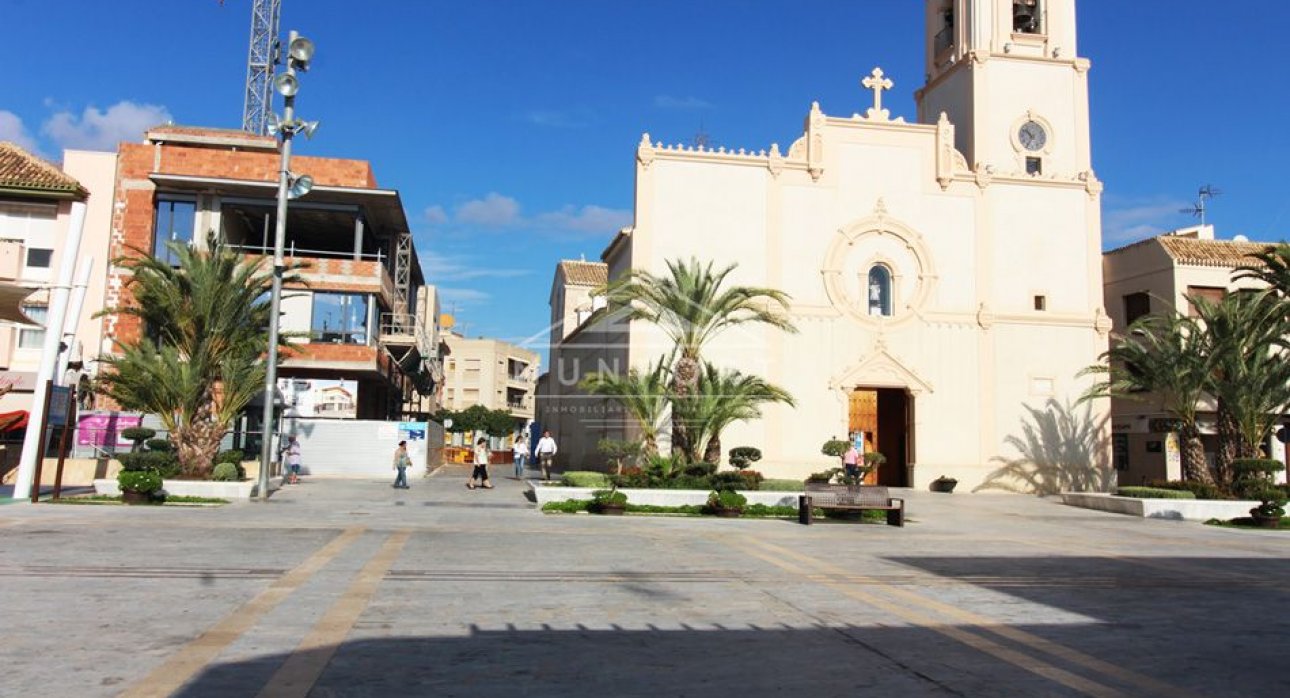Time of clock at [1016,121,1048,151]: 10:34
